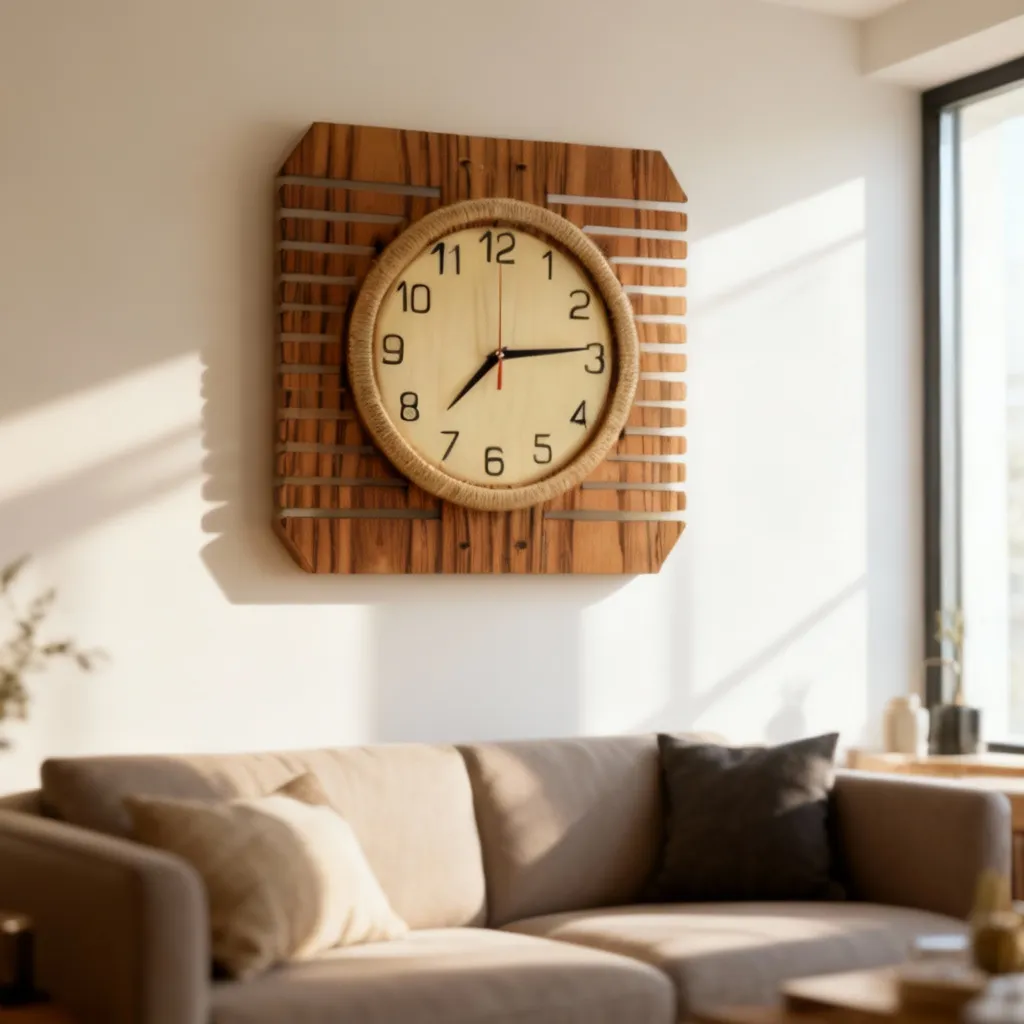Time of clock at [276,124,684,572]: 7:14
